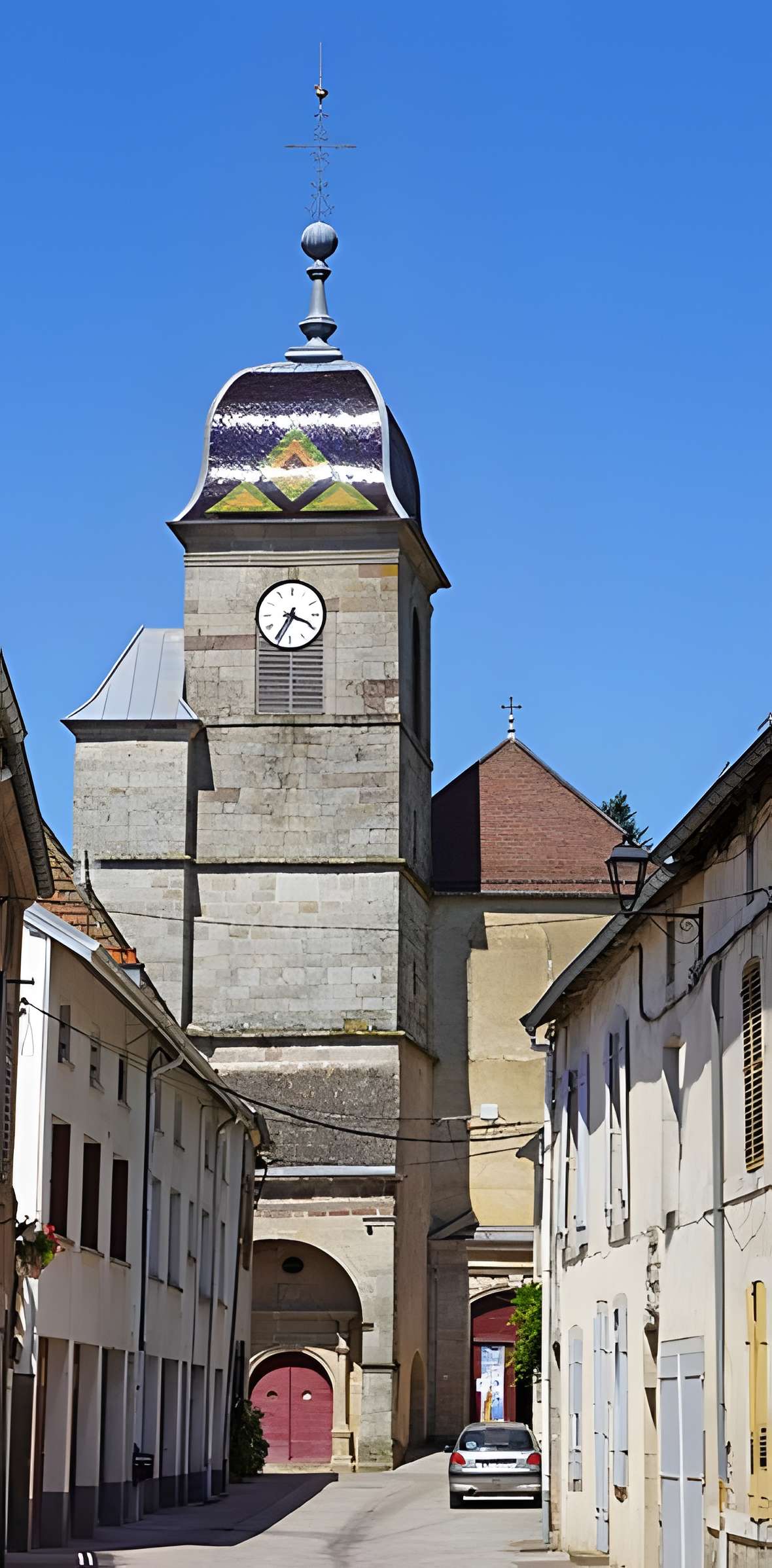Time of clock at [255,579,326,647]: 3:35
